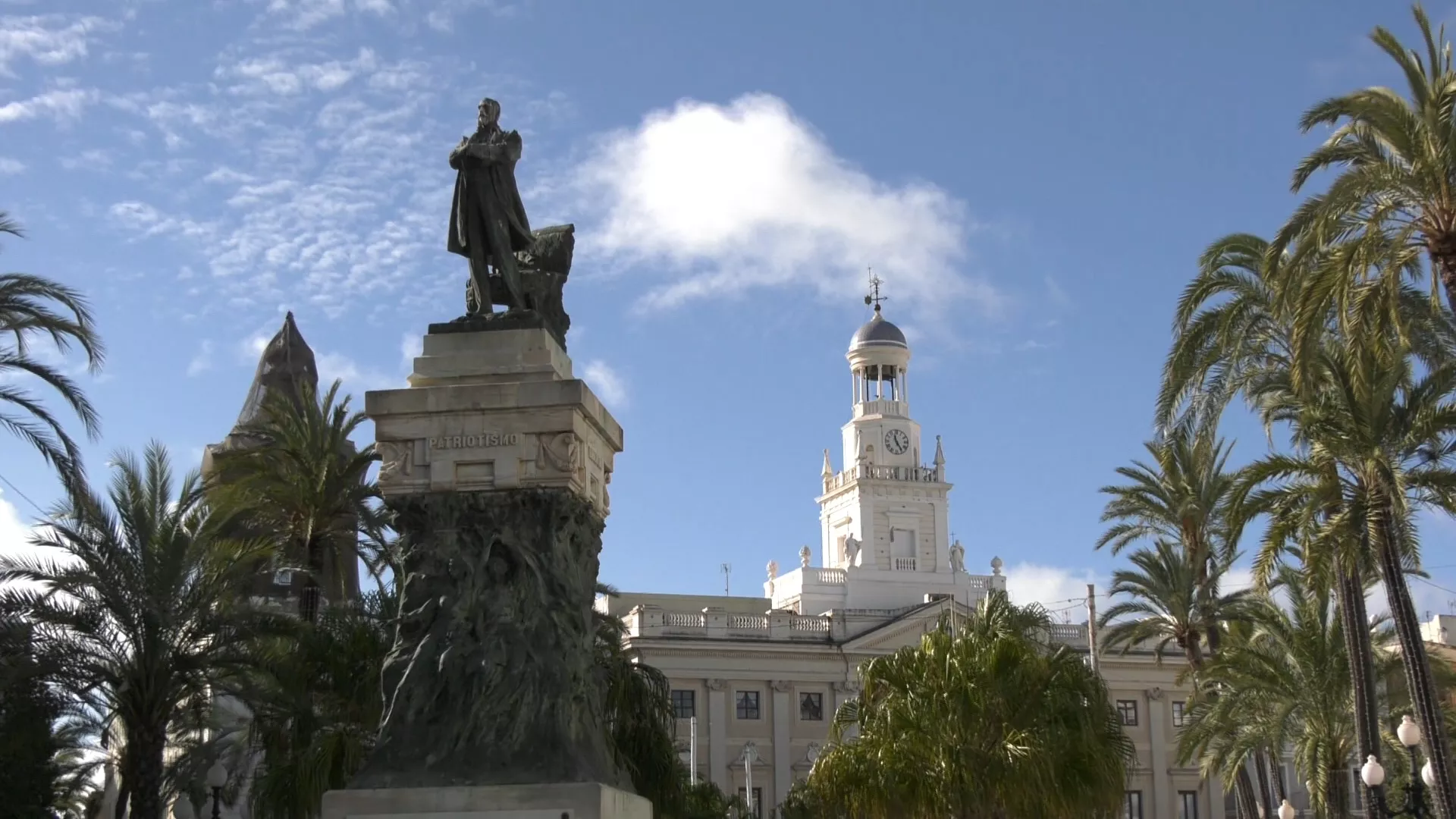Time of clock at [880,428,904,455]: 11:24
